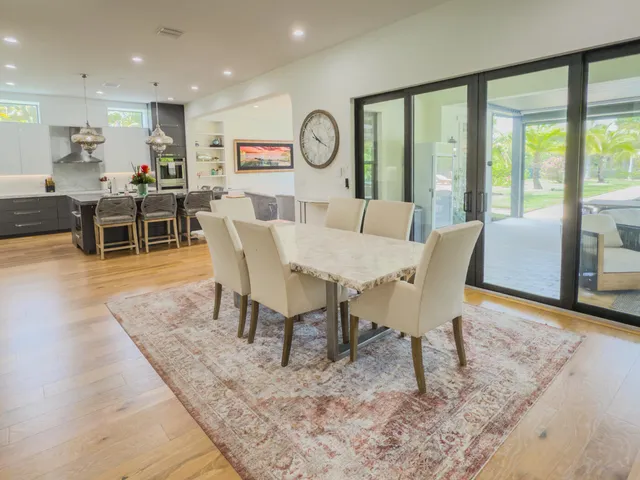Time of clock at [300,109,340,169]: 10:19
